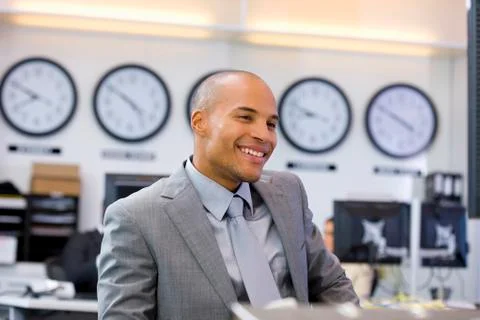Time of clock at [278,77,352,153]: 8:49
